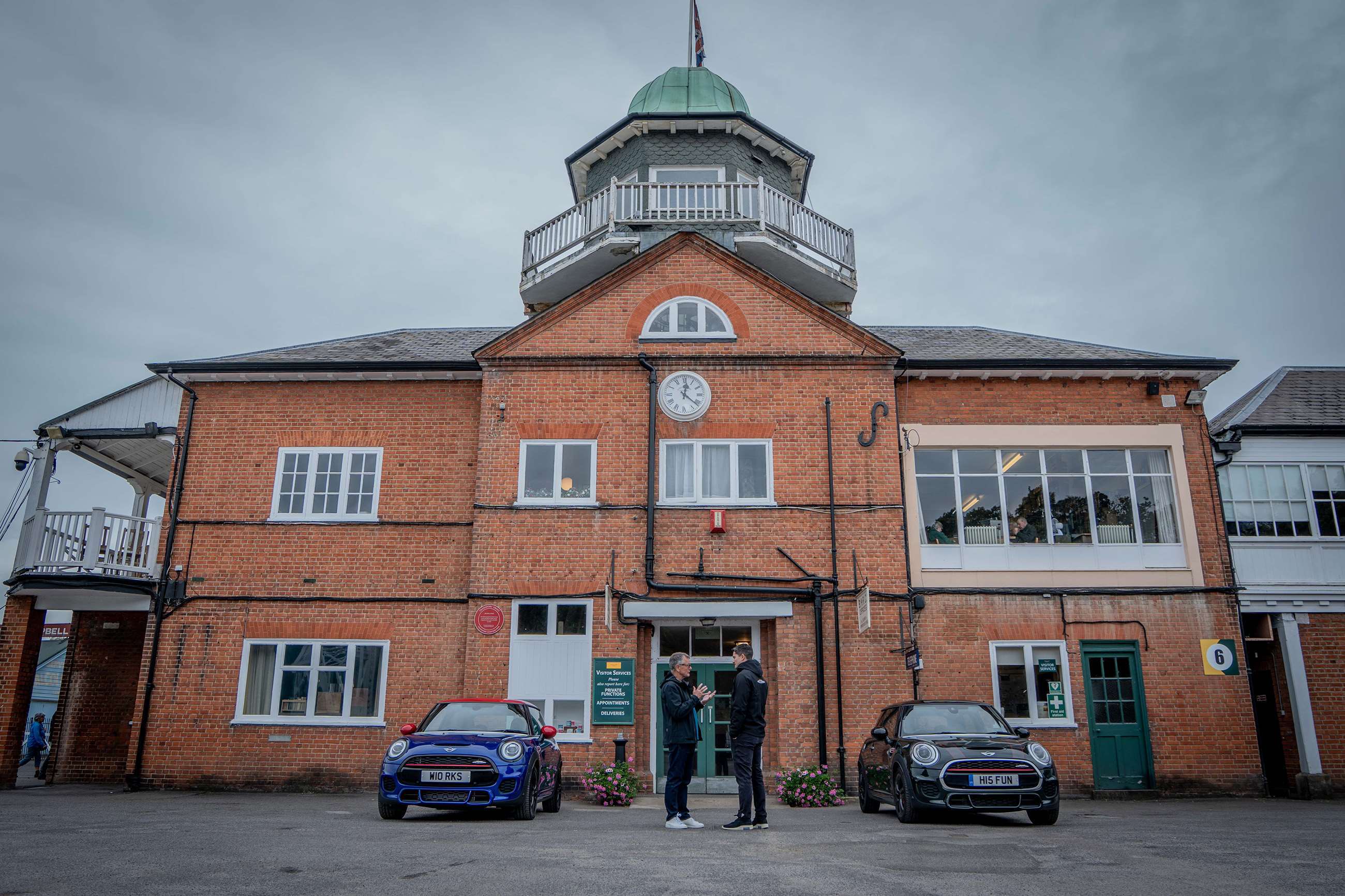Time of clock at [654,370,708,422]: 12:21
